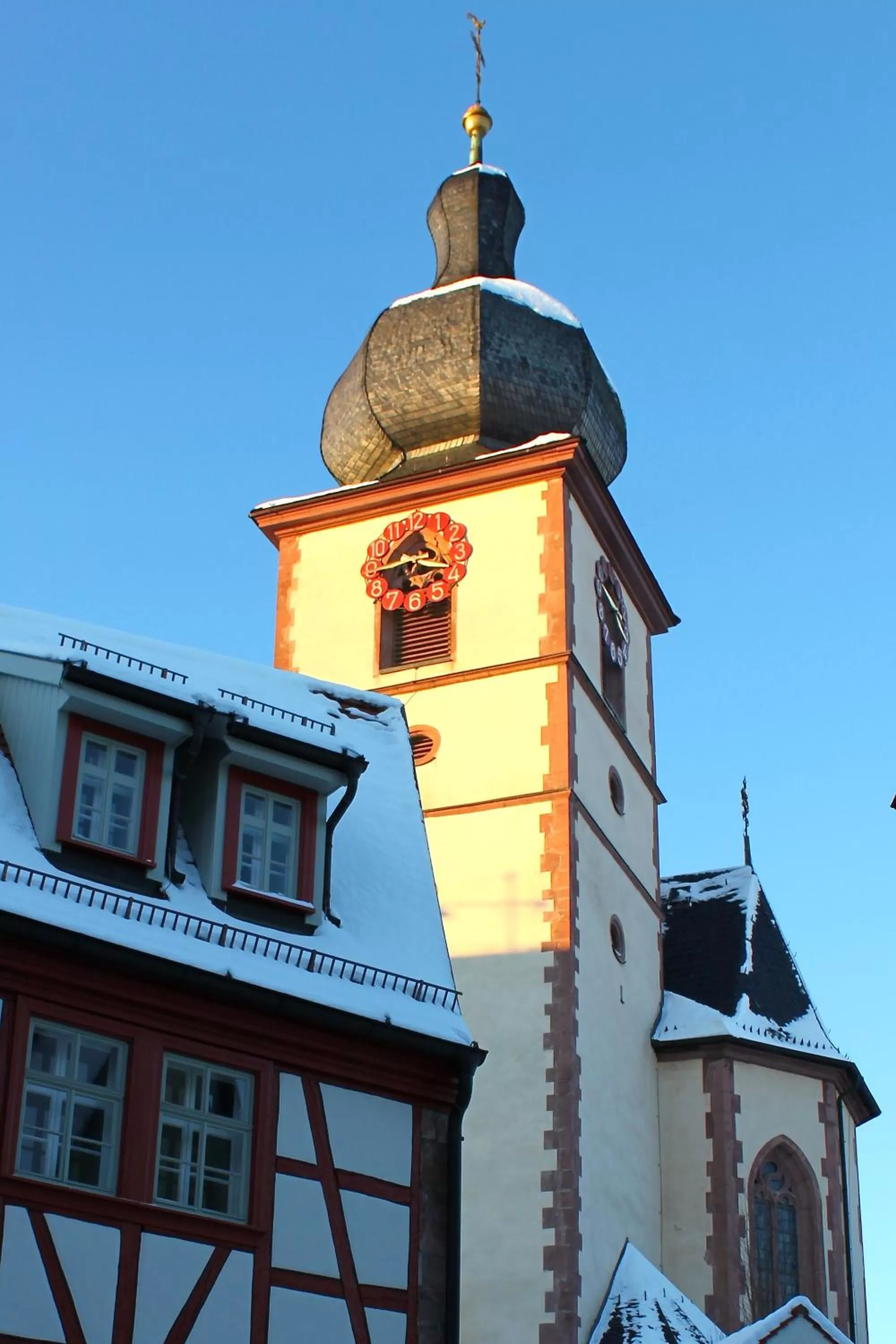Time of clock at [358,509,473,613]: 3:44
